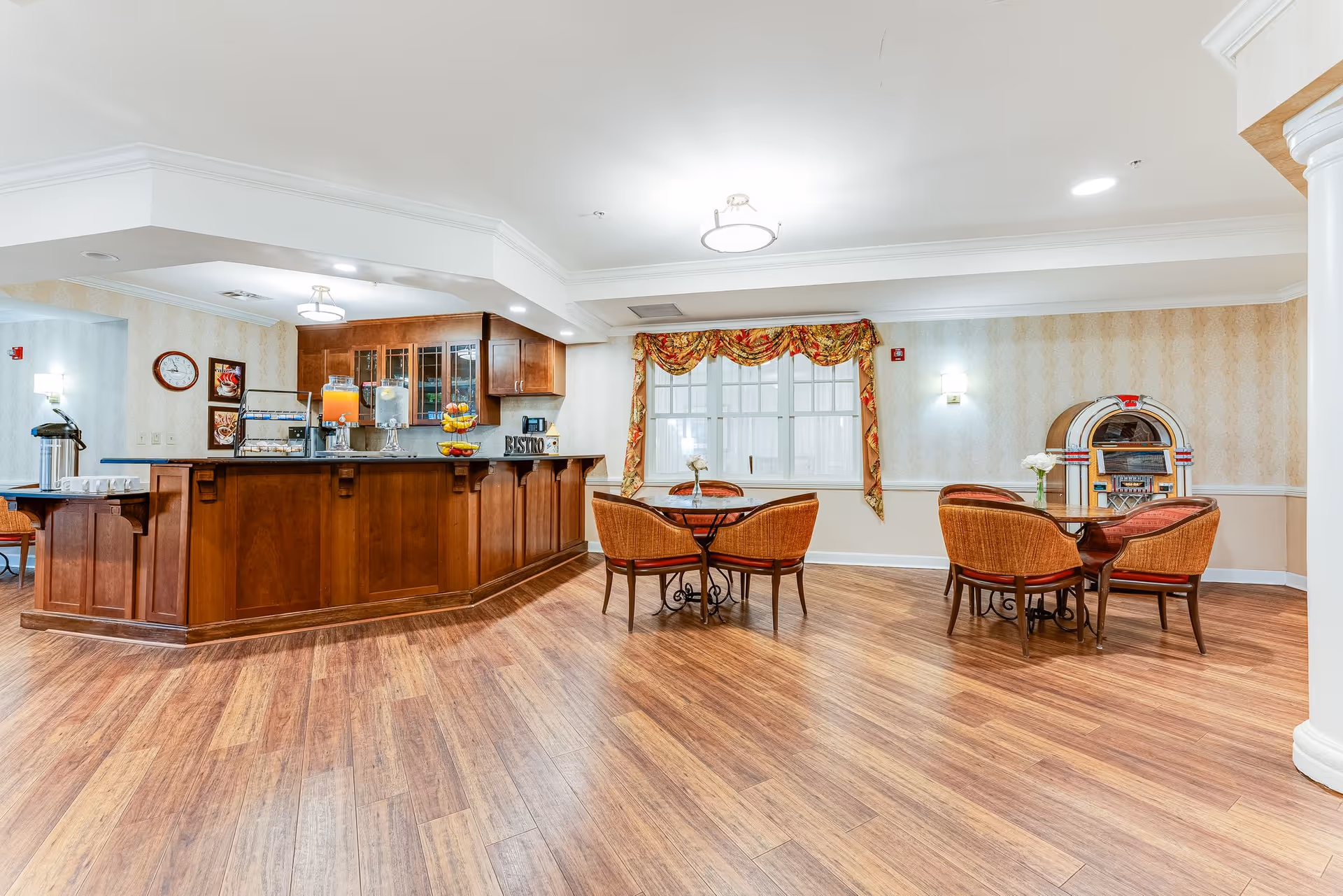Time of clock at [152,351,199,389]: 8:56
